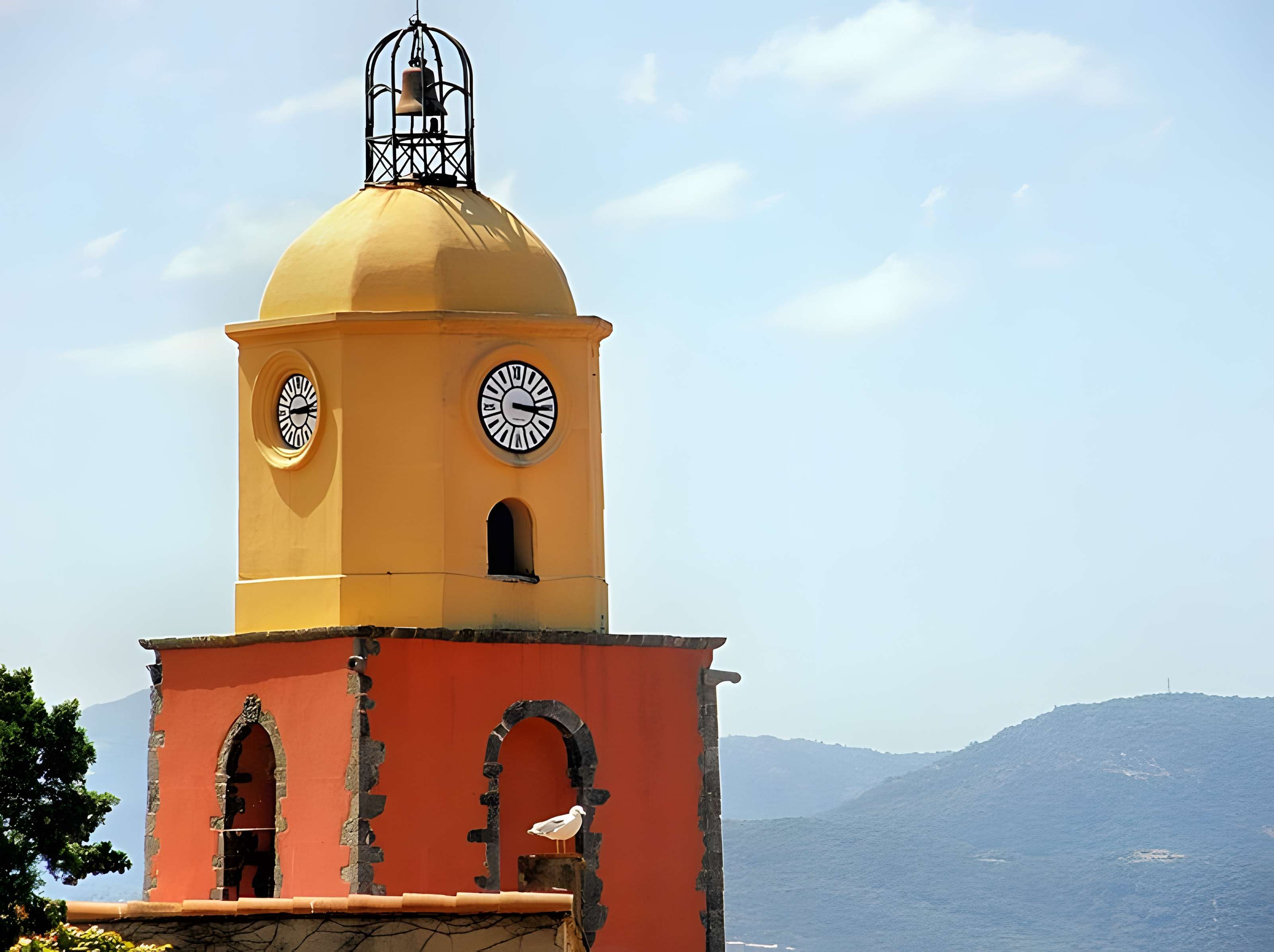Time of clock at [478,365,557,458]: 3:17
